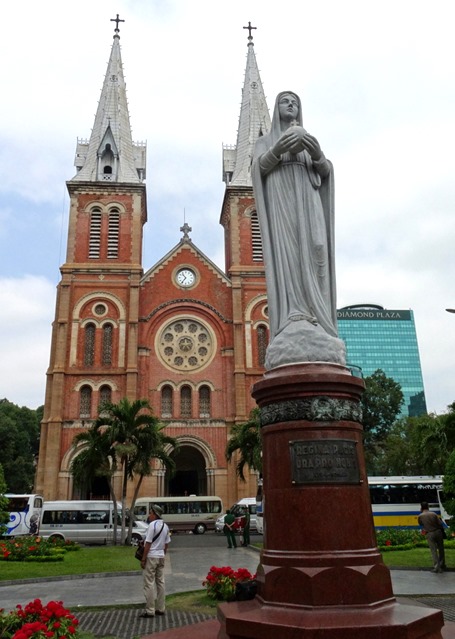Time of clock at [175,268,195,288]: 10:36
